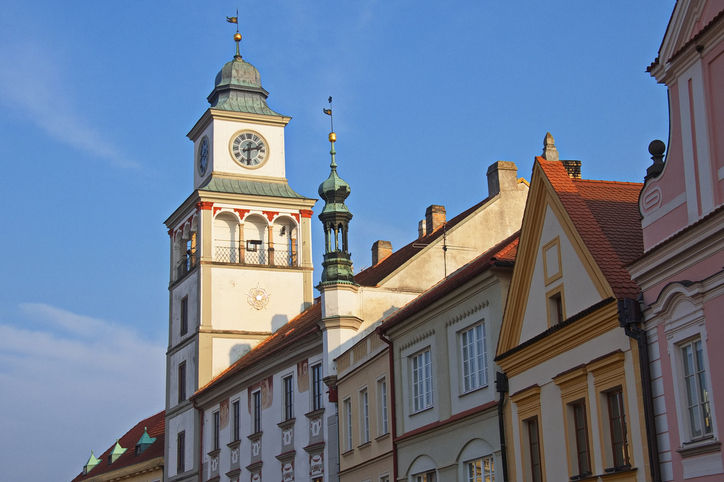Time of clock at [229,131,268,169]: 2:30
